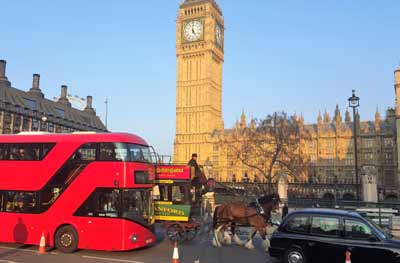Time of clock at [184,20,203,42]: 5:00
